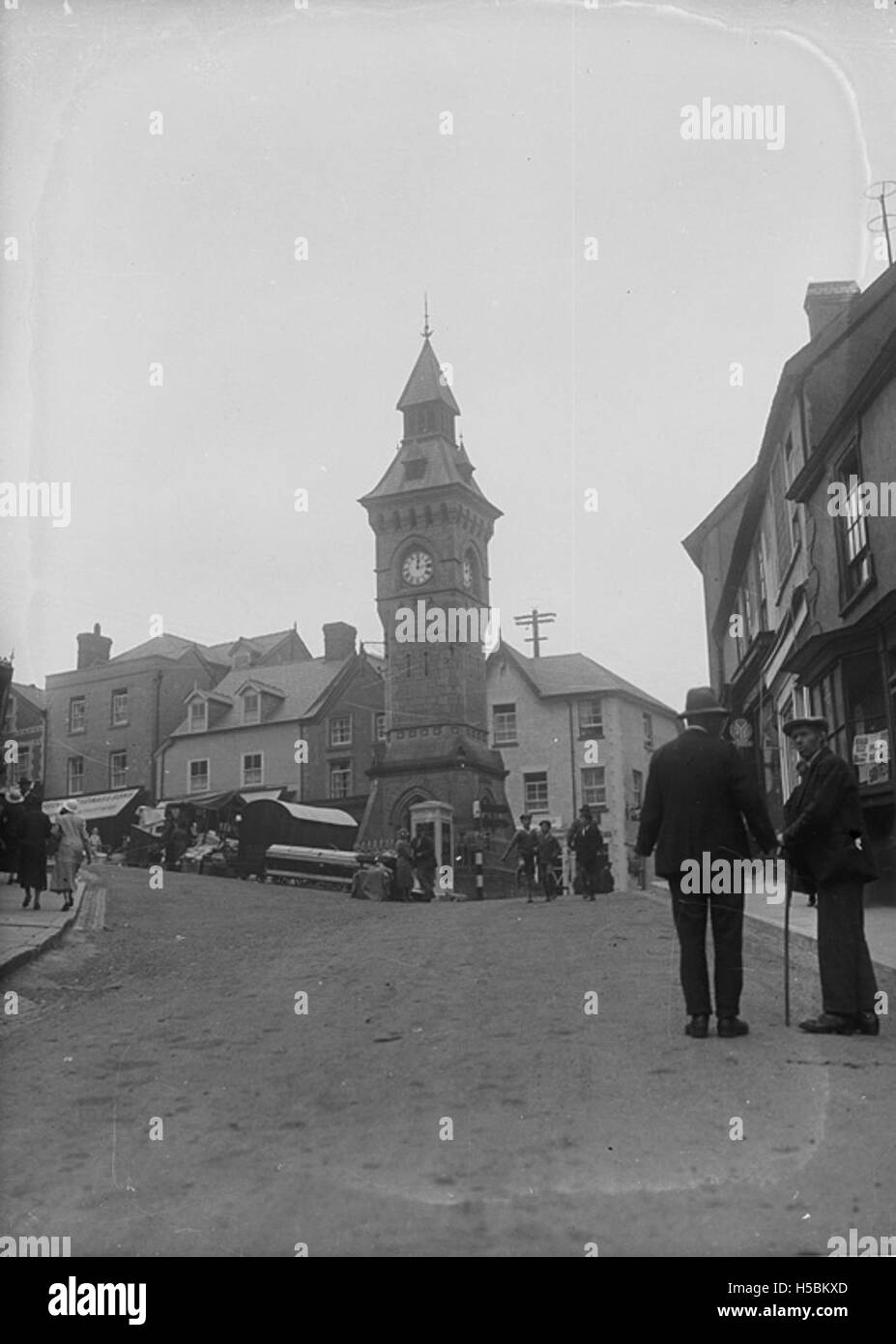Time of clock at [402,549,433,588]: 12:13
